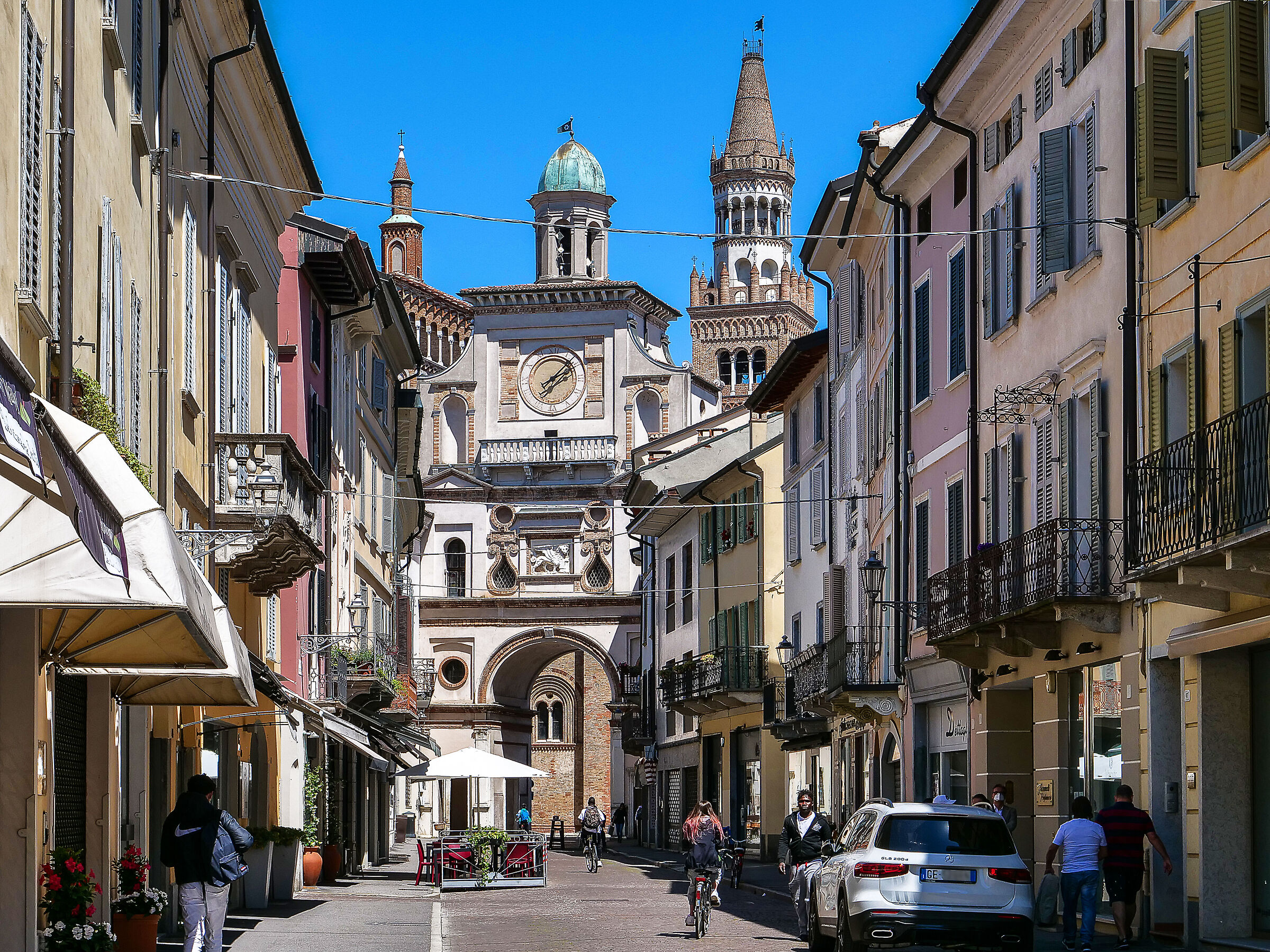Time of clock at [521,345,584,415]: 2:07
